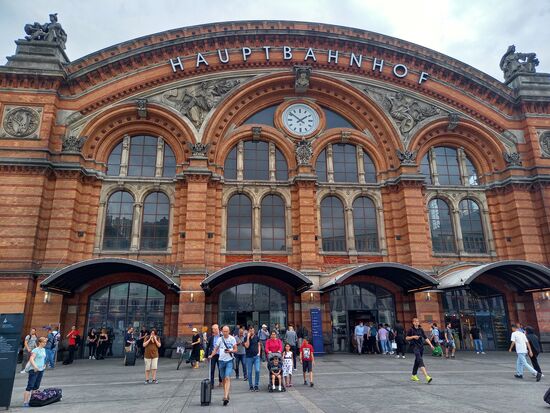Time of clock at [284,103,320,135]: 1:51
